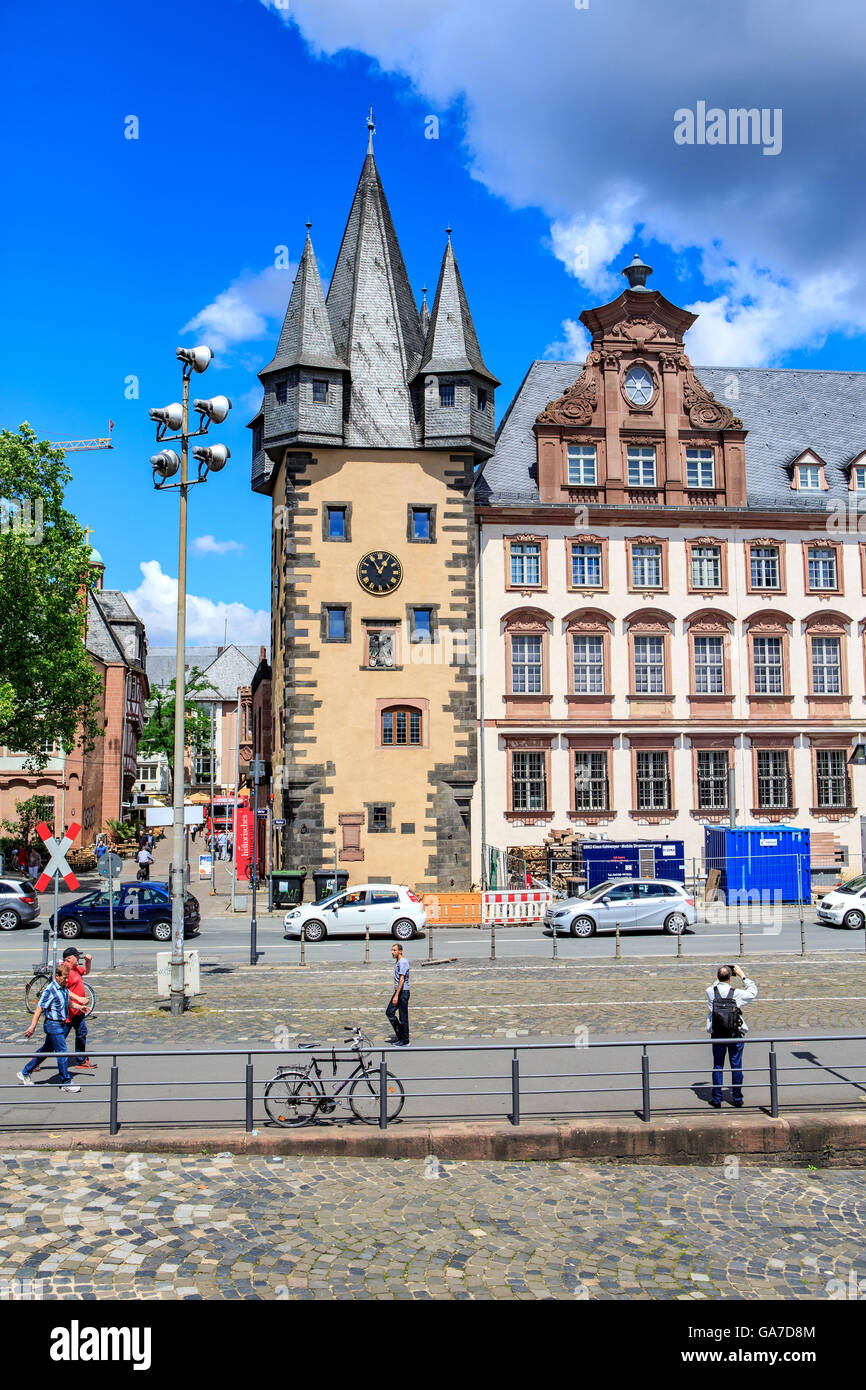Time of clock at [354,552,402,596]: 12:55
